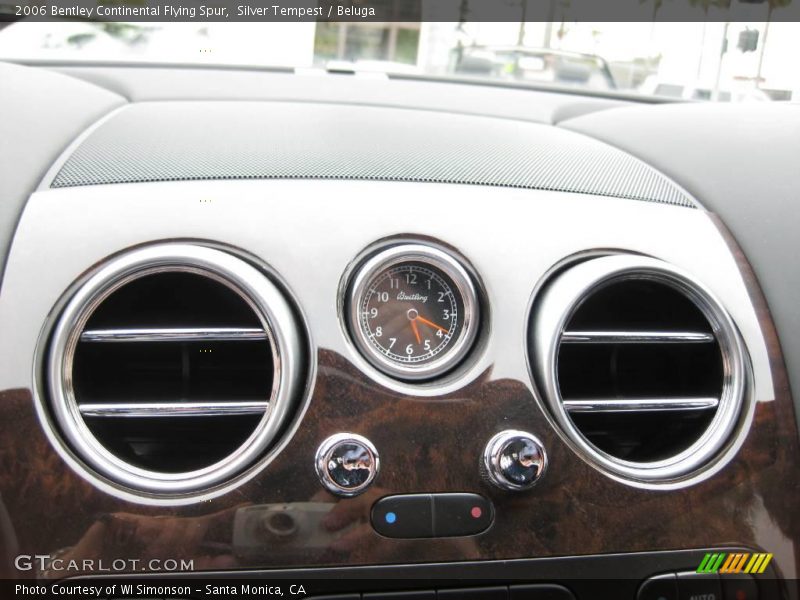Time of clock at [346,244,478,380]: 5:19
